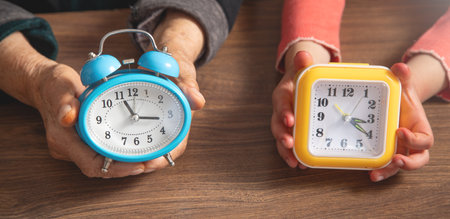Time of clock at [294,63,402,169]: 3:20
